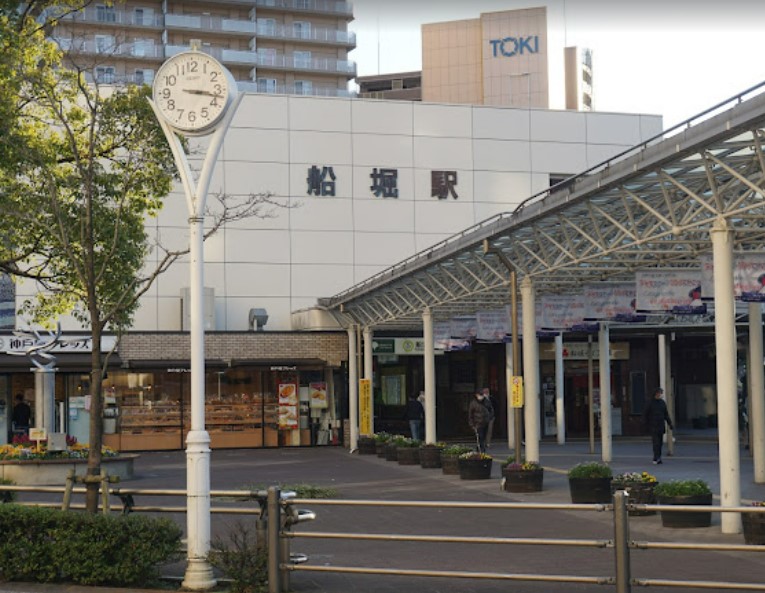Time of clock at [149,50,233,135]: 3:17
